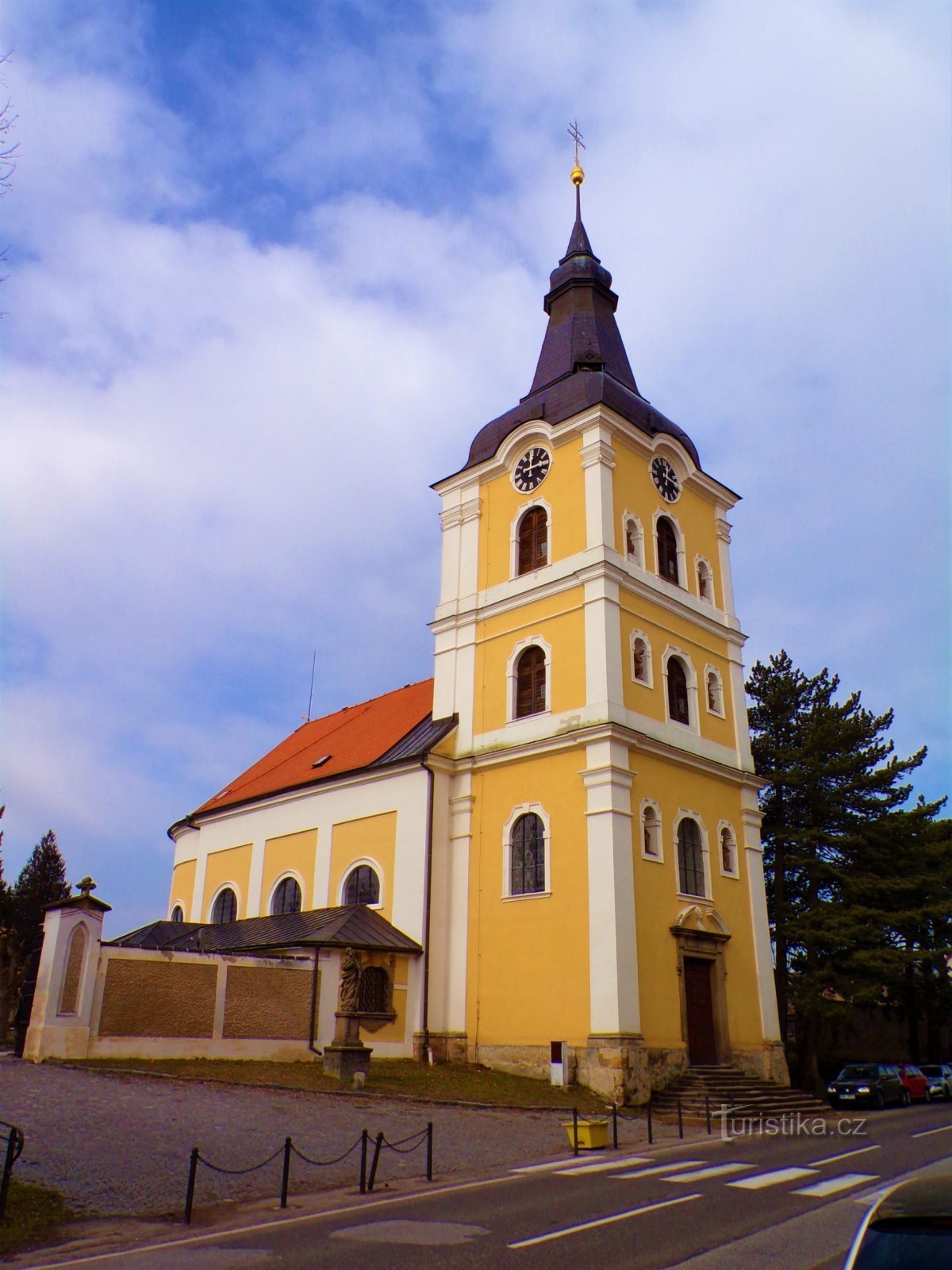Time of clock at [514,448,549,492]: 12:13
